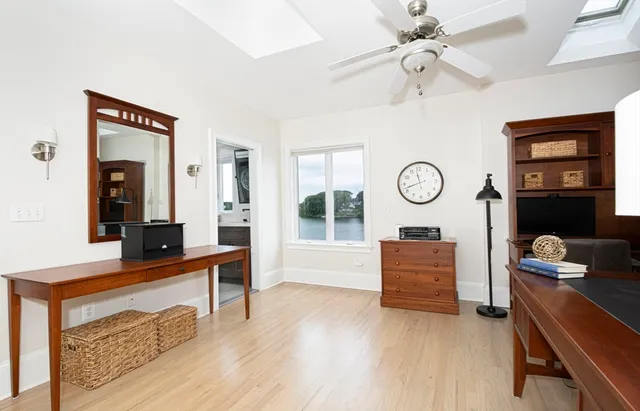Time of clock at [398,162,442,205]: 11:42
